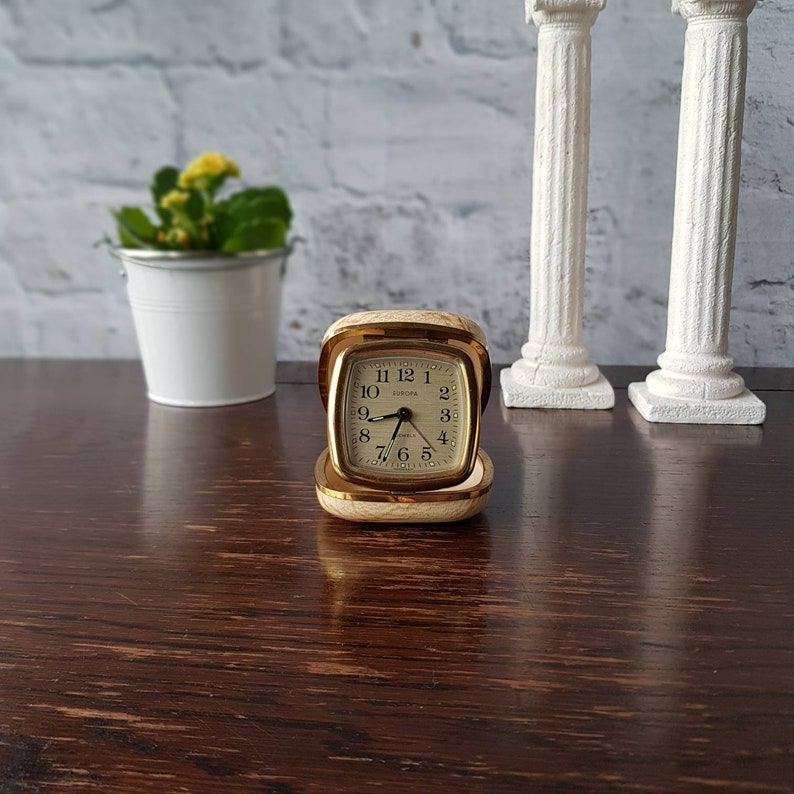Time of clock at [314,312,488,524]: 6:43
